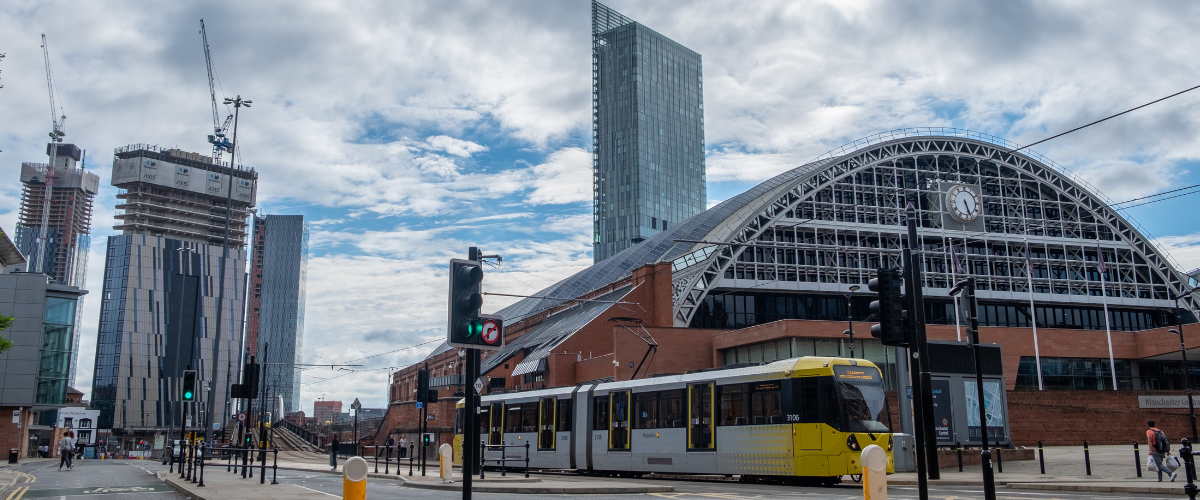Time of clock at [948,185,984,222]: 5:26
